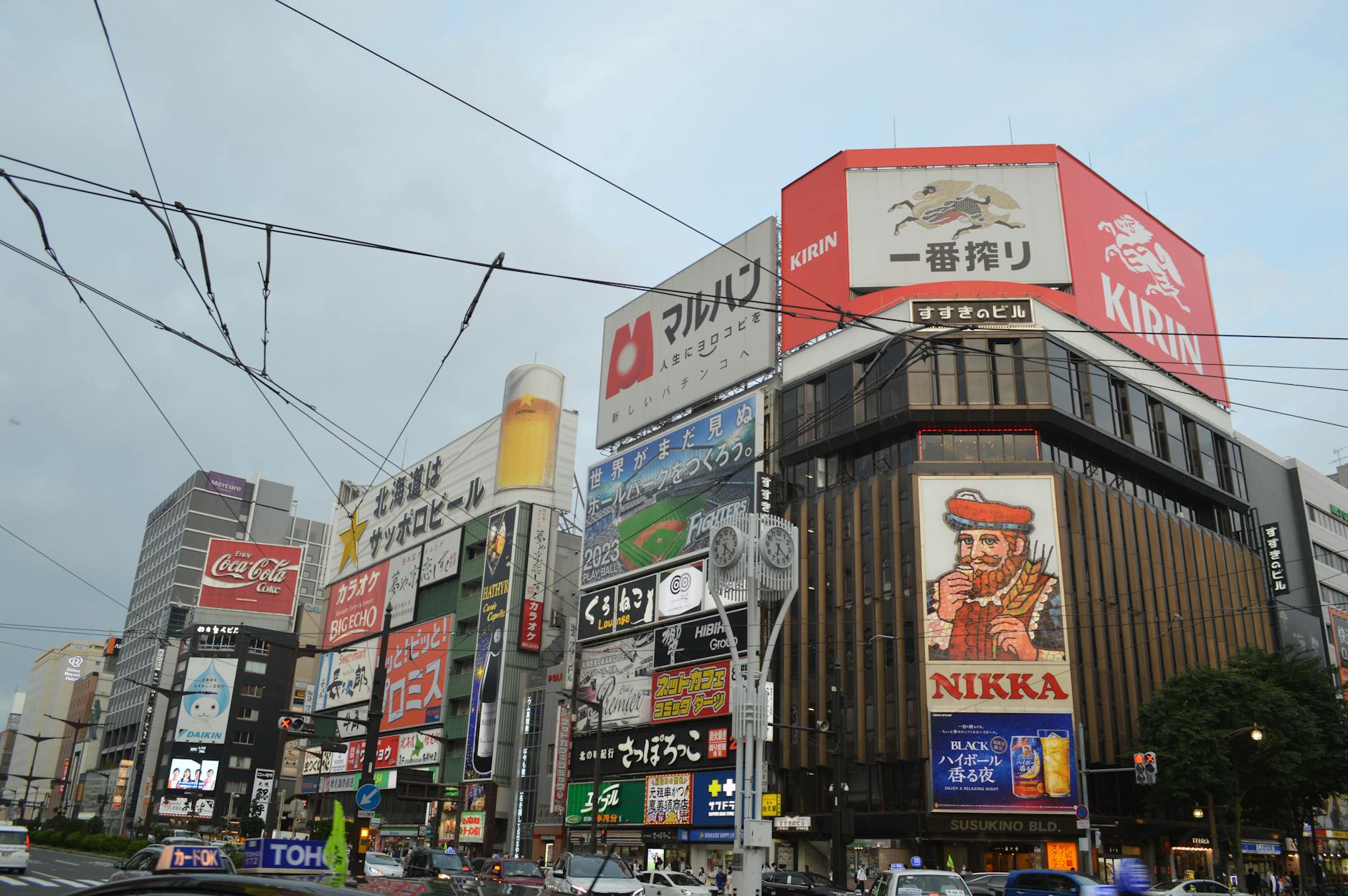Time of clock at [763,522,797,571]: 6:21
